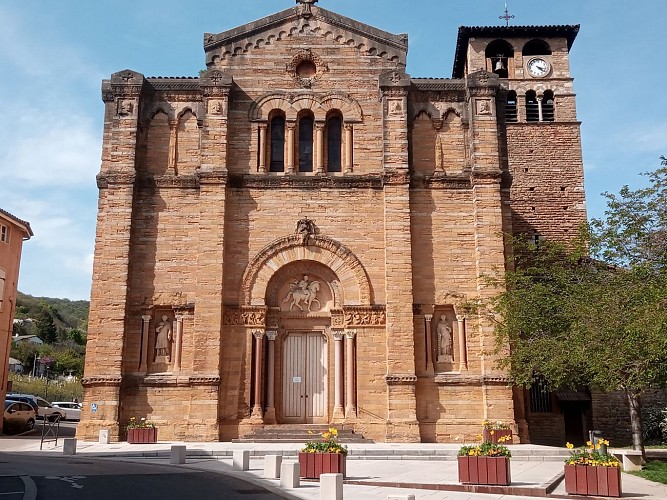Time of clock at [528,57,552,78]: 4:17
